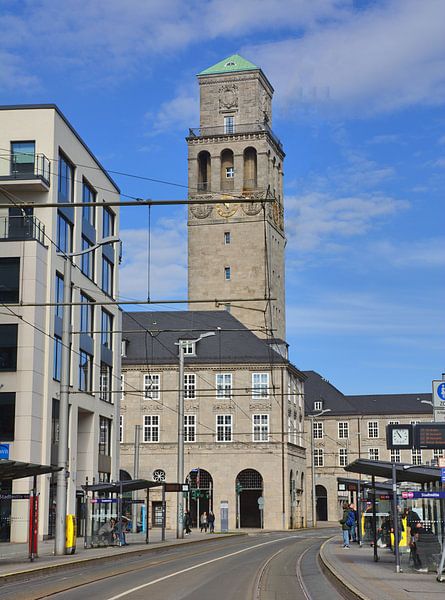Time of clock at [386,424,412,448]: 10:53
